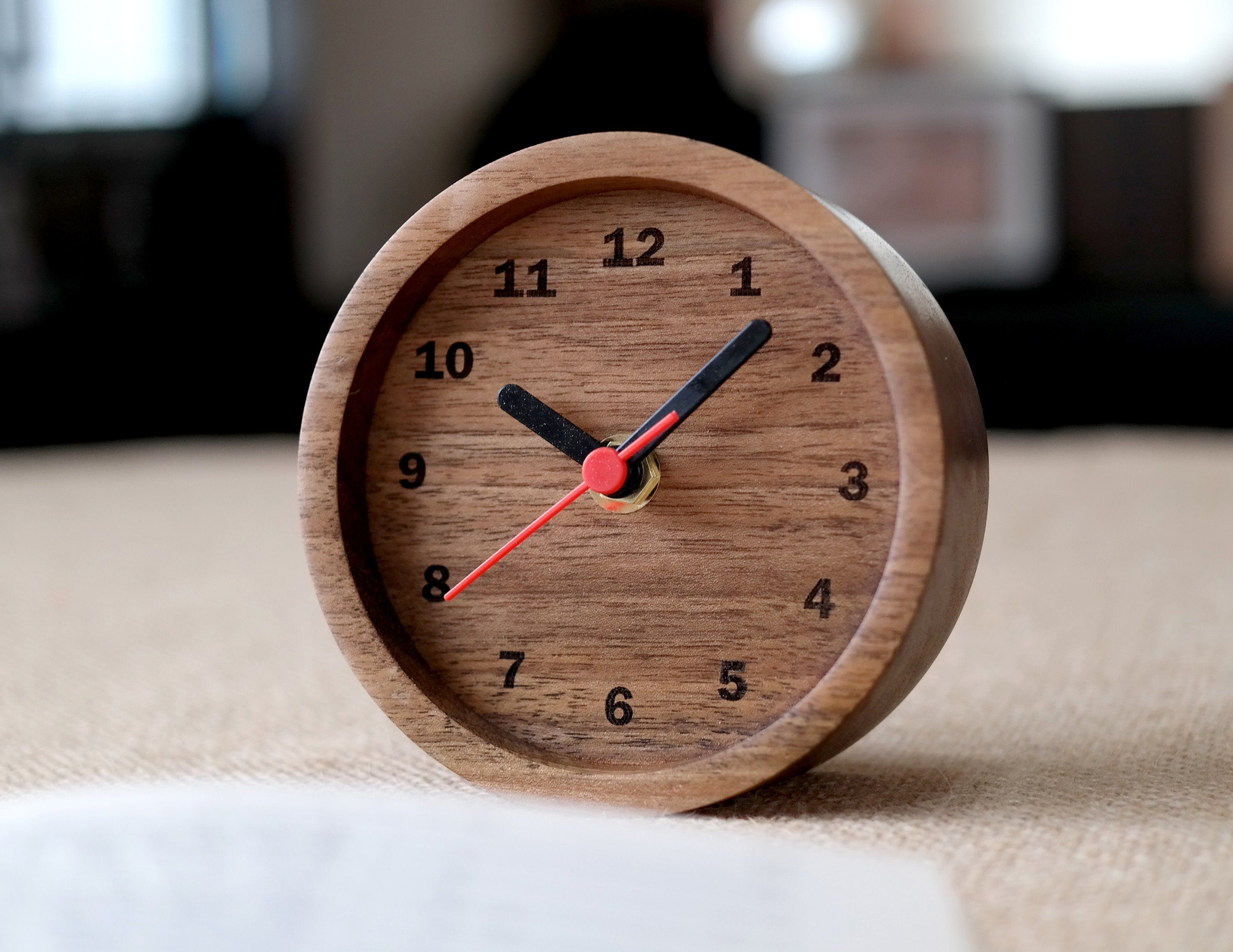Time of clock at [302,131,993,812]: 10:07
